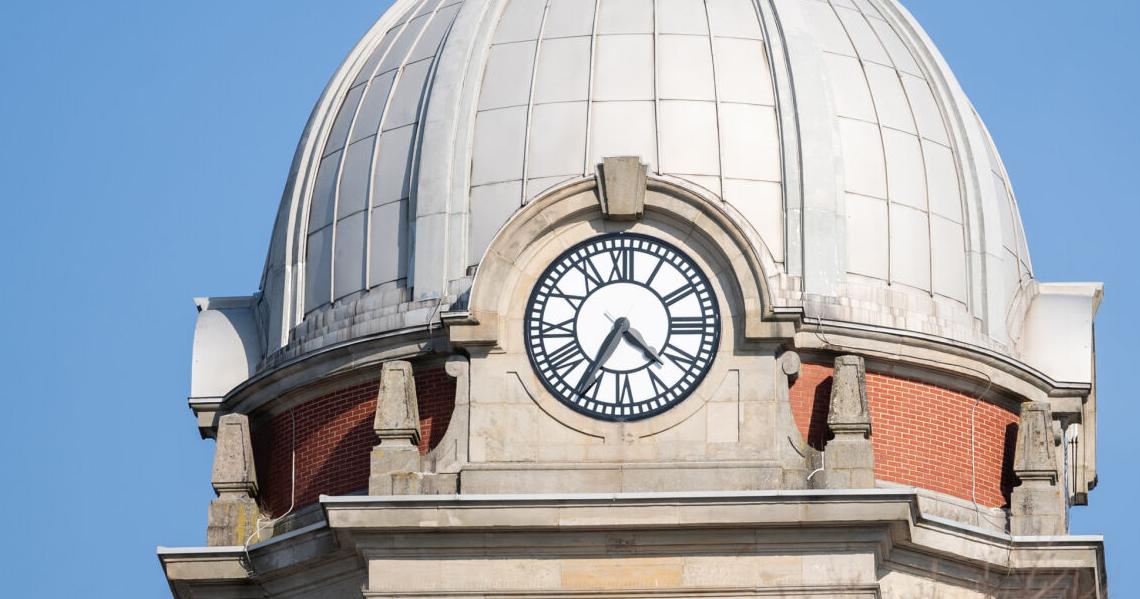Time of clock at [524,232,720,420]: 4:35
